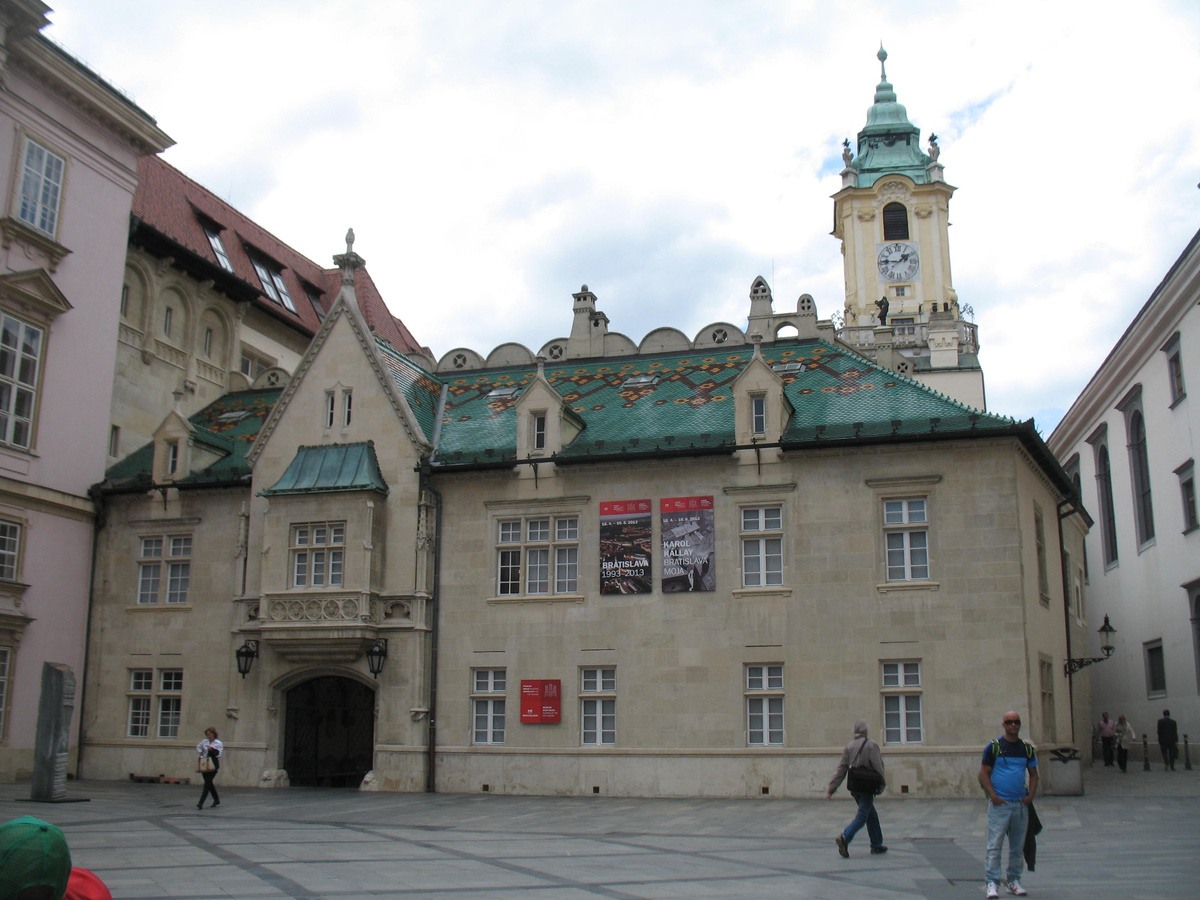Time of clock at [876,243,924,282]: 1:46
